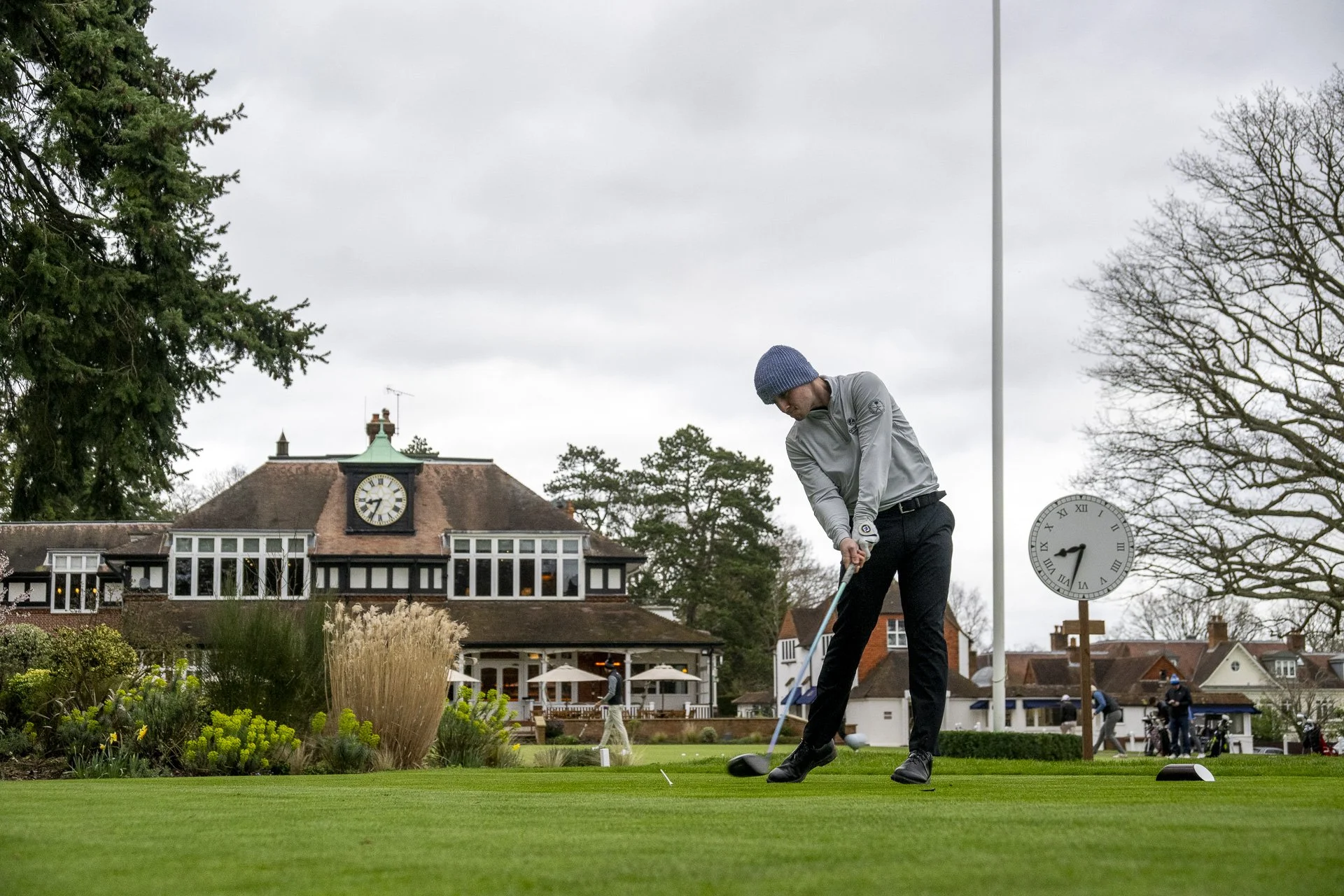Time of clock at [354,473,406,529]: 8:34
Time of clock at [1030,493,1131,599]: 8:32
